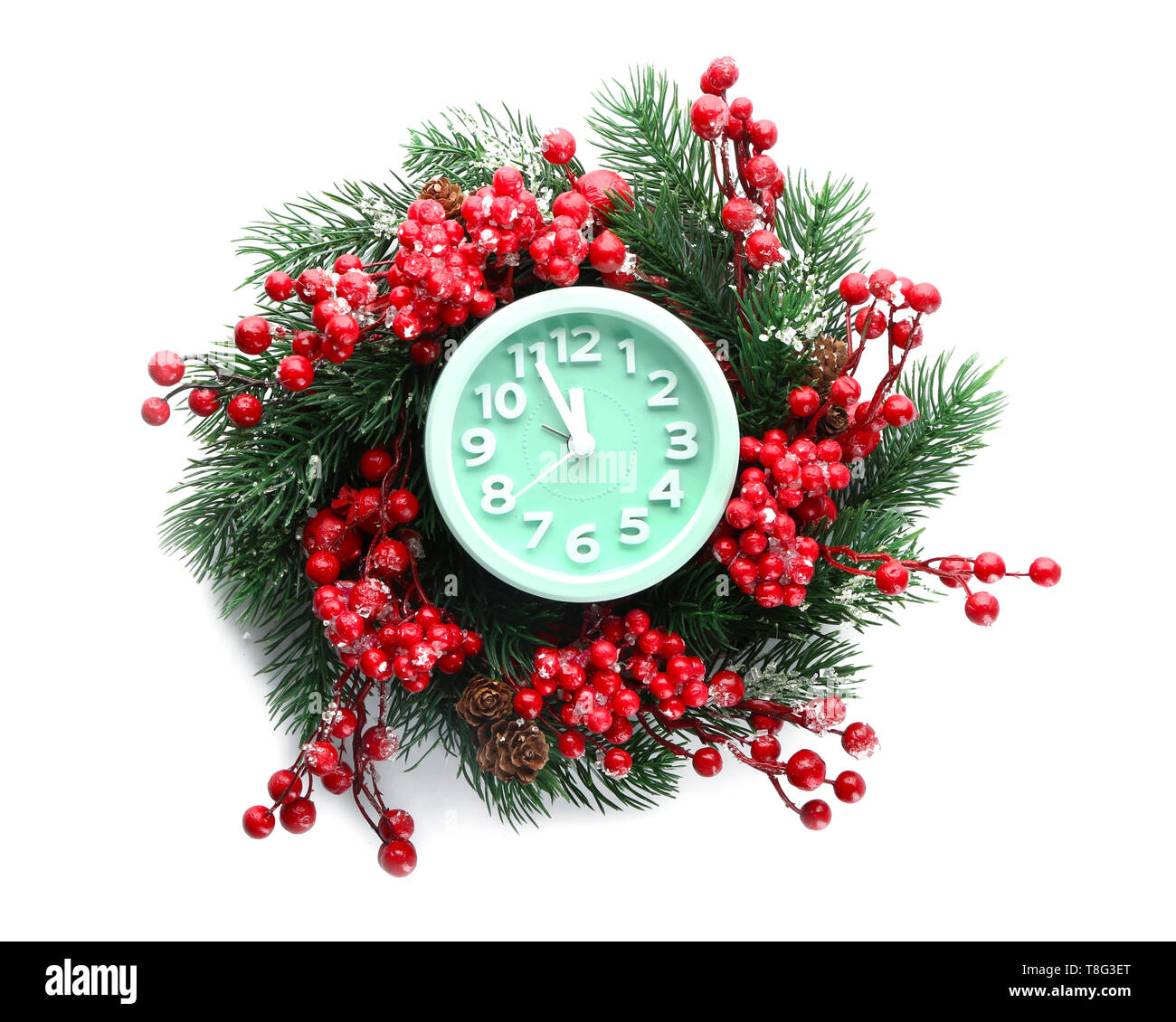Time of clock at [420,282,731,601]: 11:55
